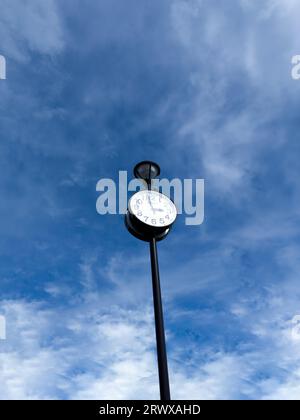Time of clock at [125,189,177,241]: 2:58
